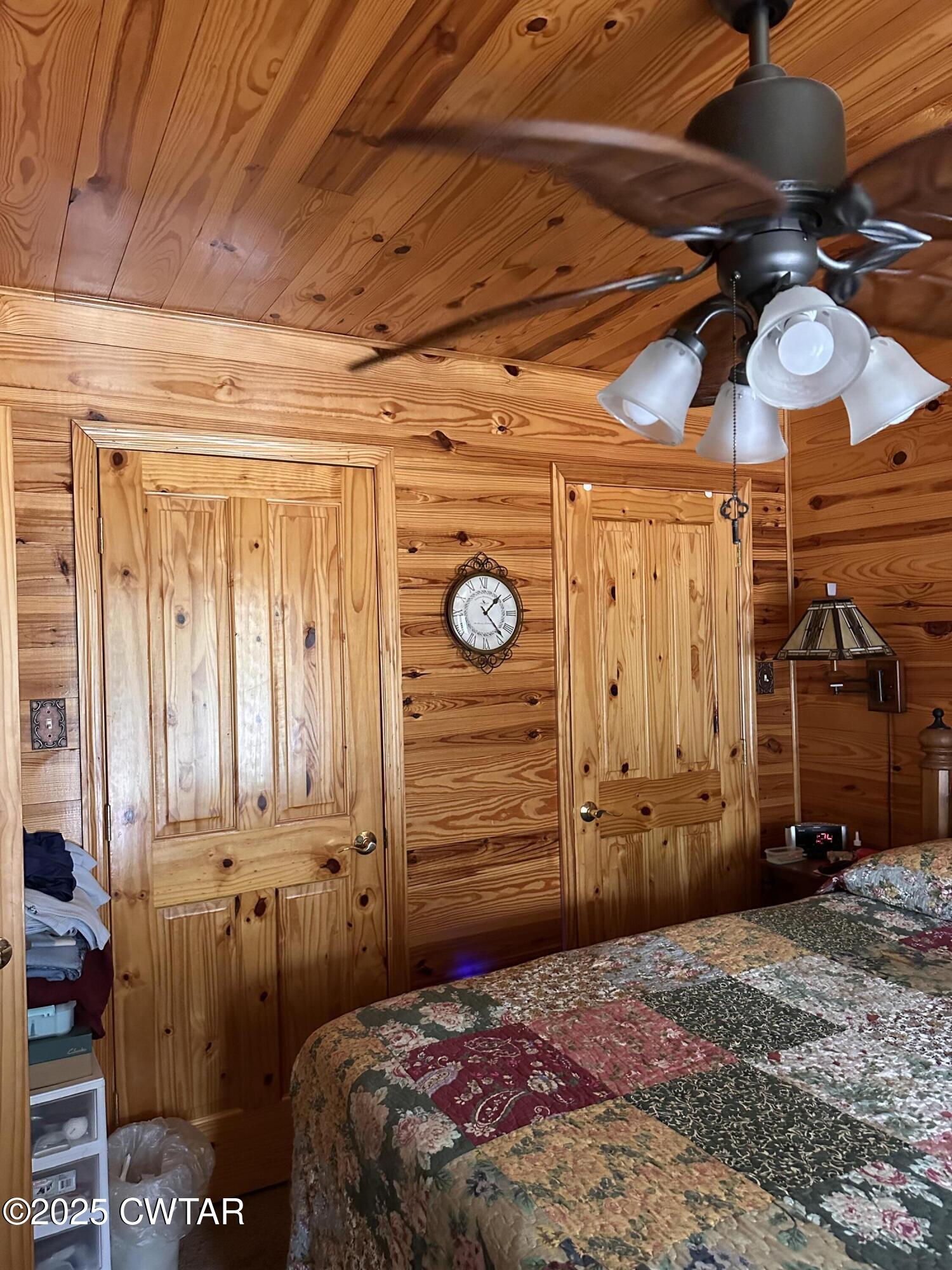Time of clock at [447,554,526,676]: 1:23
